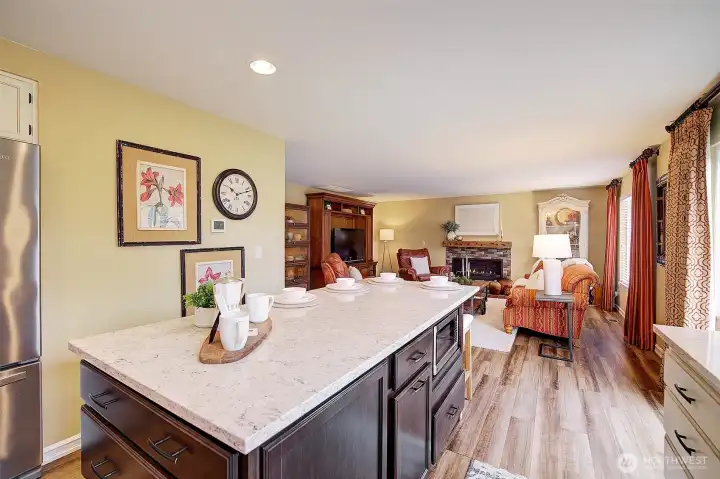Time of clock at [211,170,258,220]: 10:12
